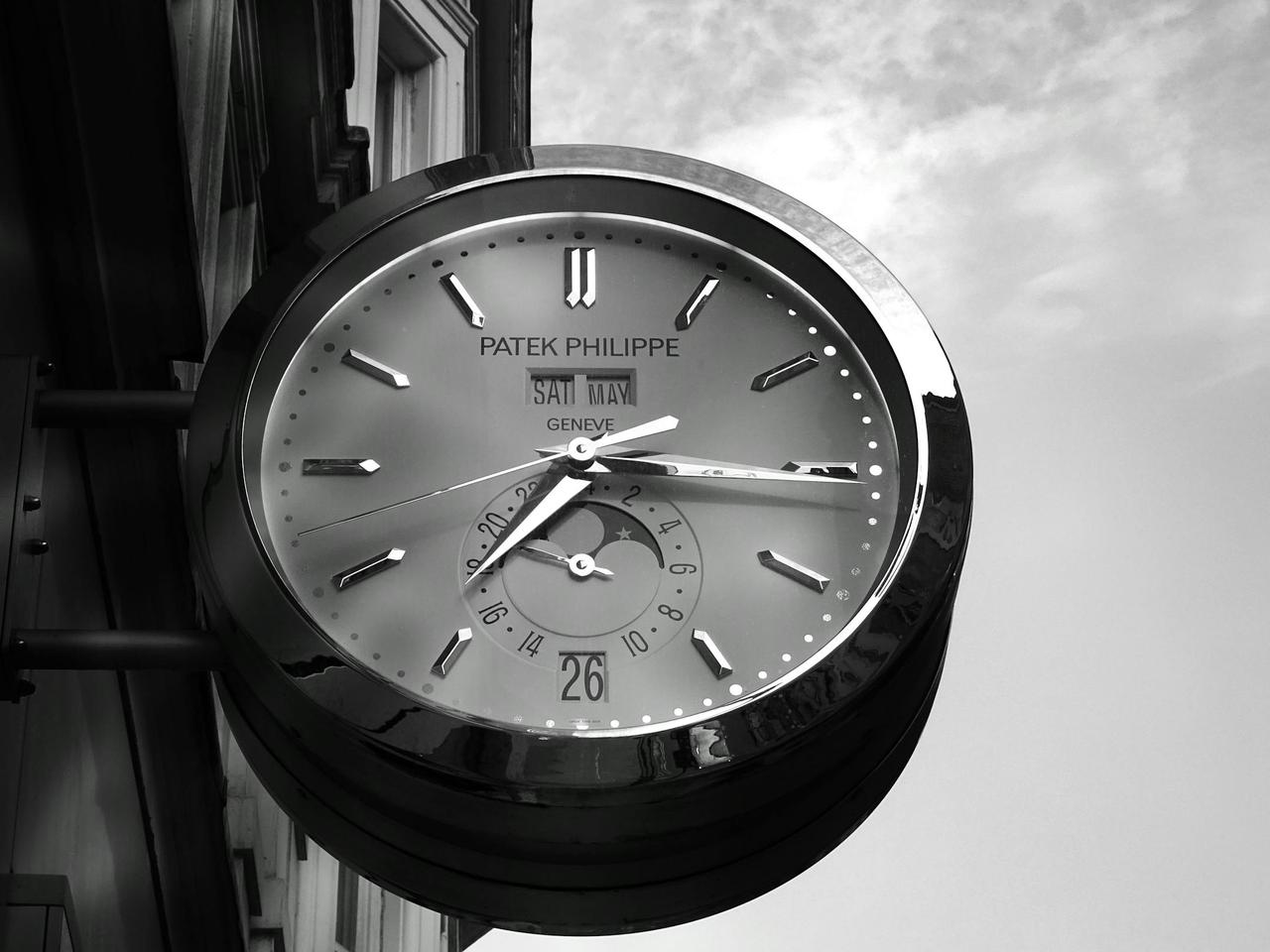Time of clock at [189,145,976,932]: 7:15
